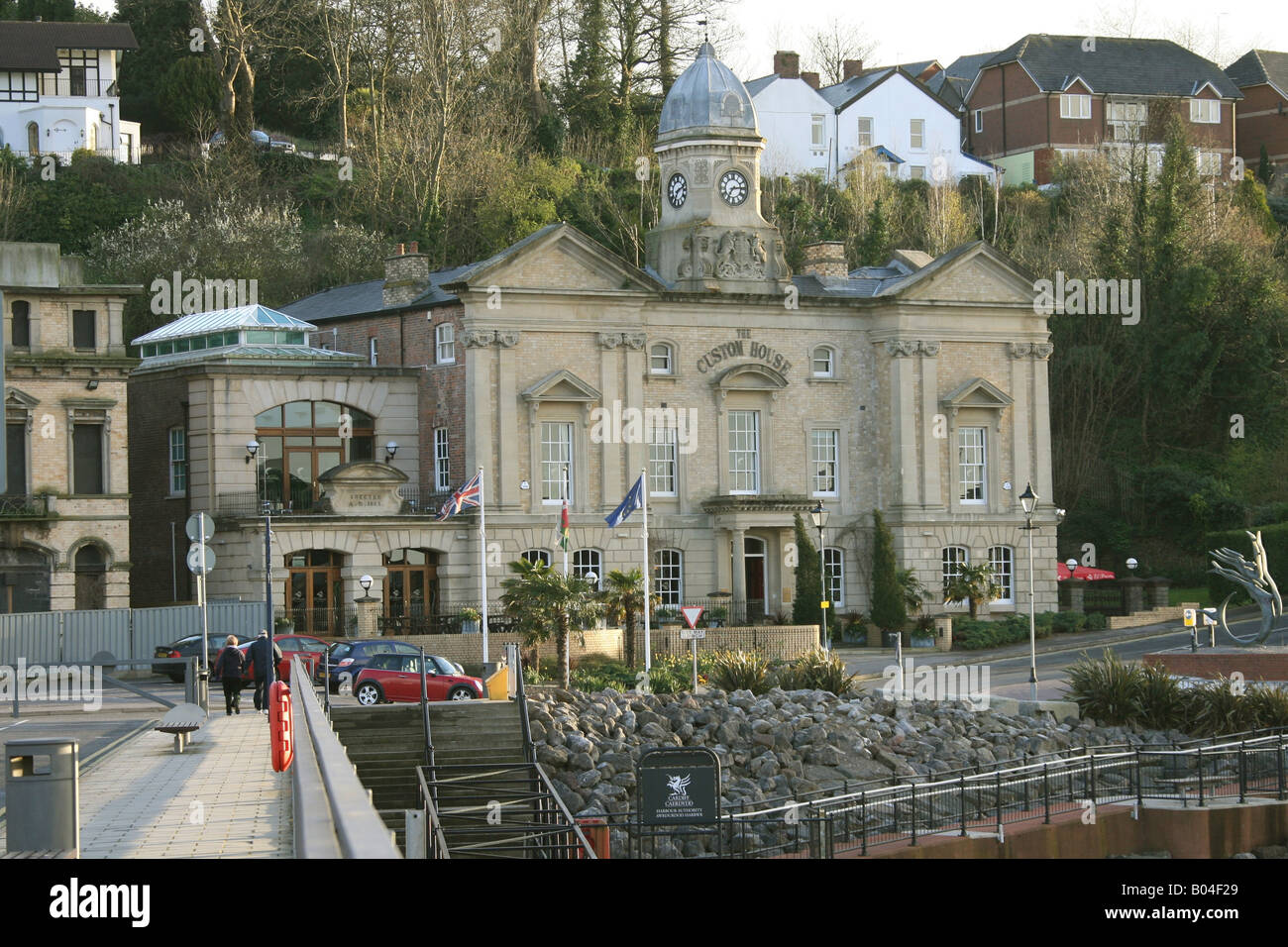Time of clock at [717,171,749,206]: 7:14
